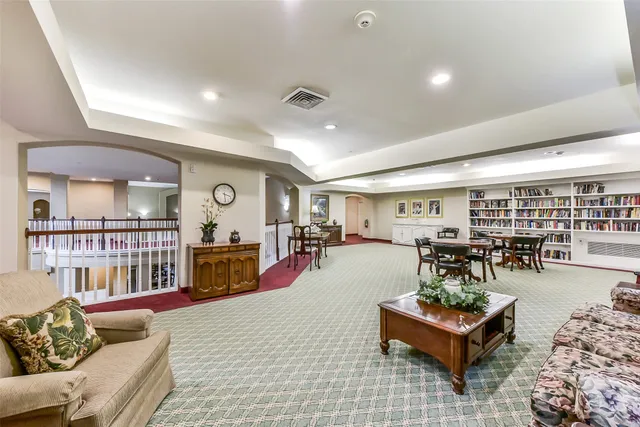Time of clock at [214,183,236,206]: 3:28
